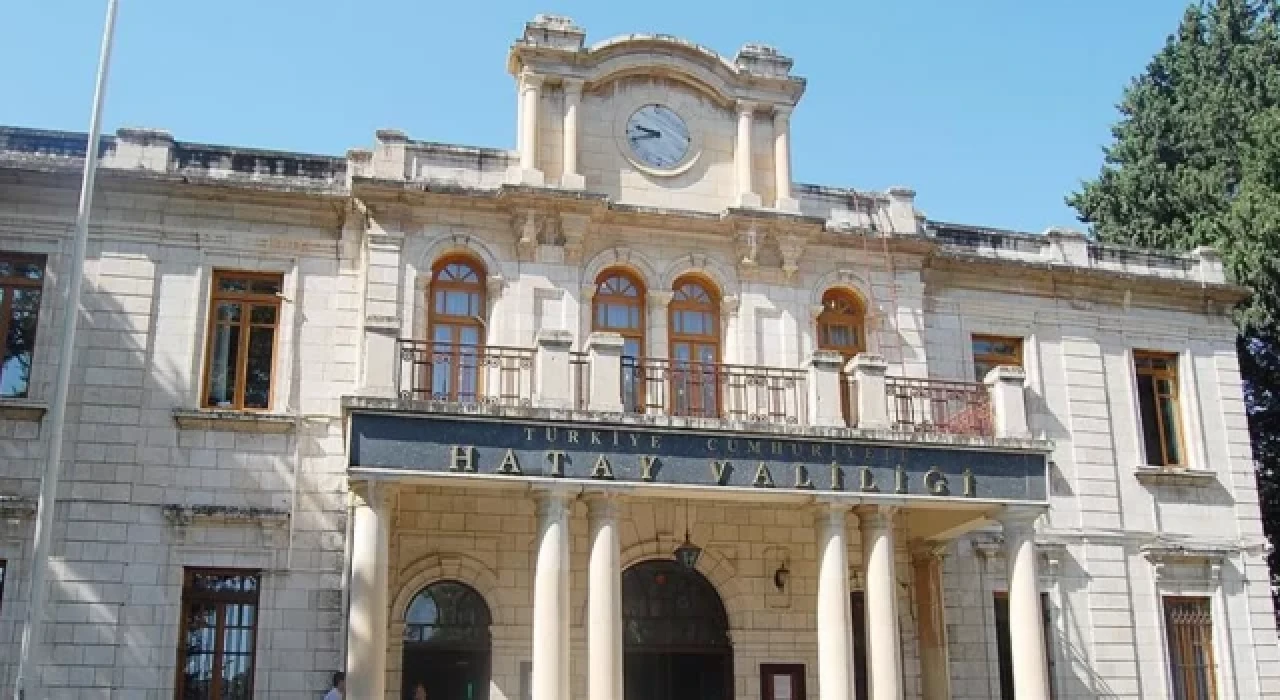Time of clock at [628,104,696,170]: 9:42
